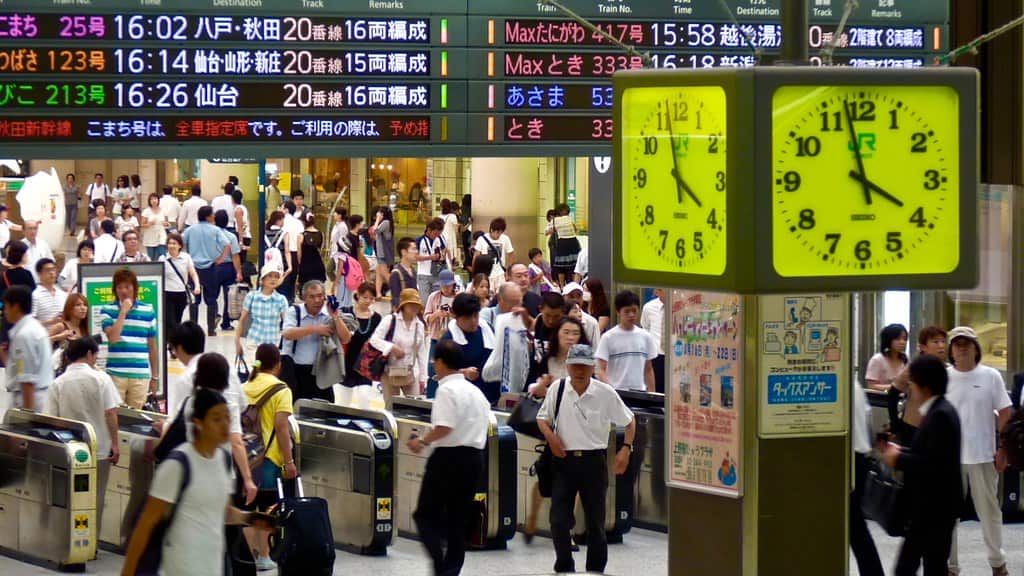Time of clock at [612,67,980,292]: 3:58
